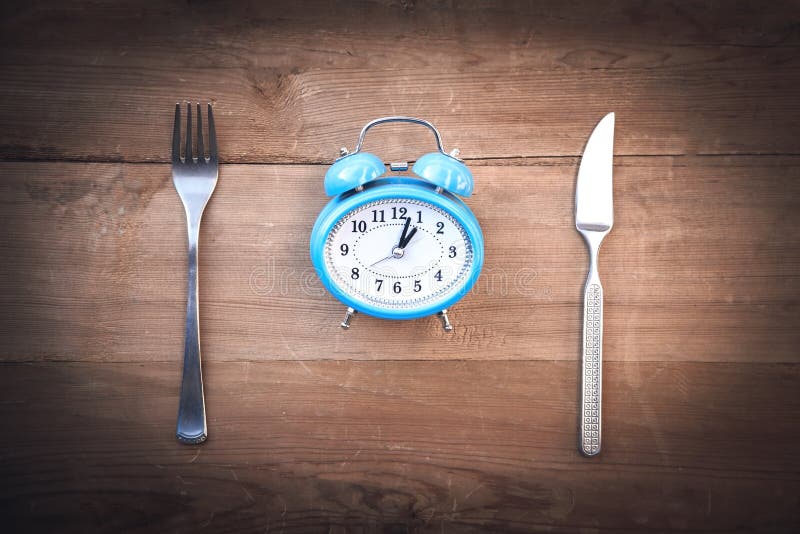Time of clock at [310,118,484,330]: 1:02
